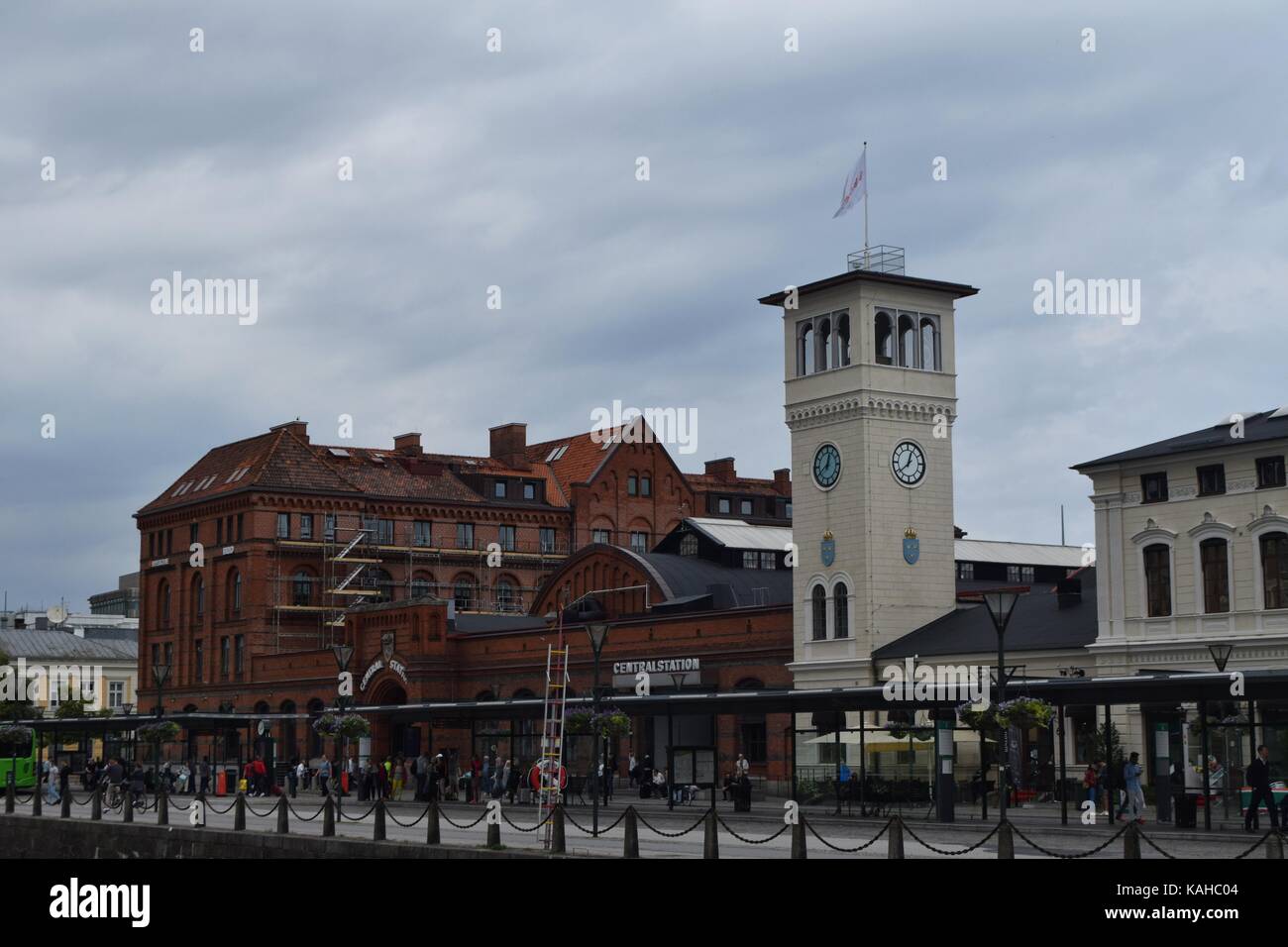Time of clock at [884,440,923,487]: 12:38
